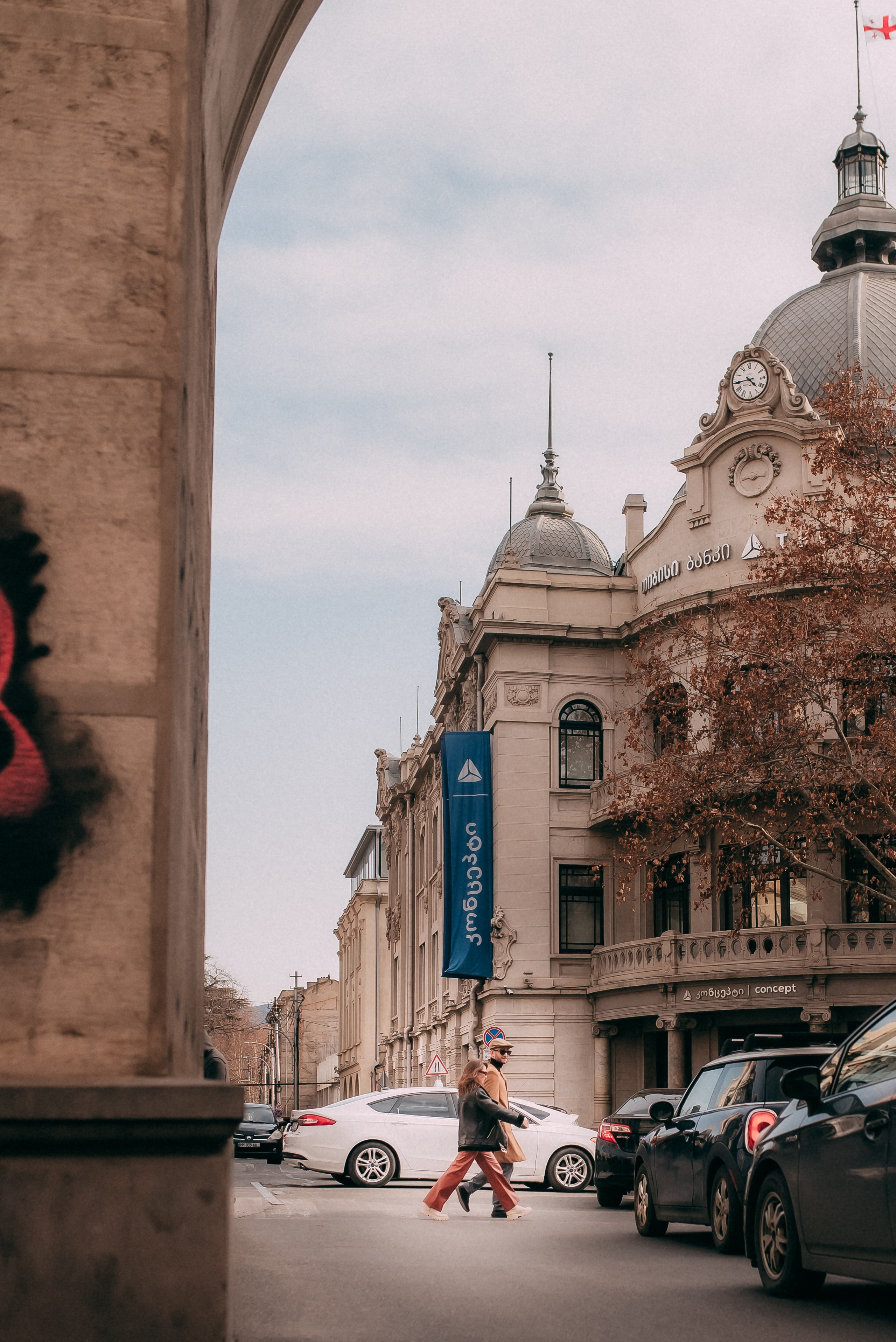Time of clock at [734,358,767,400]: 4:44
